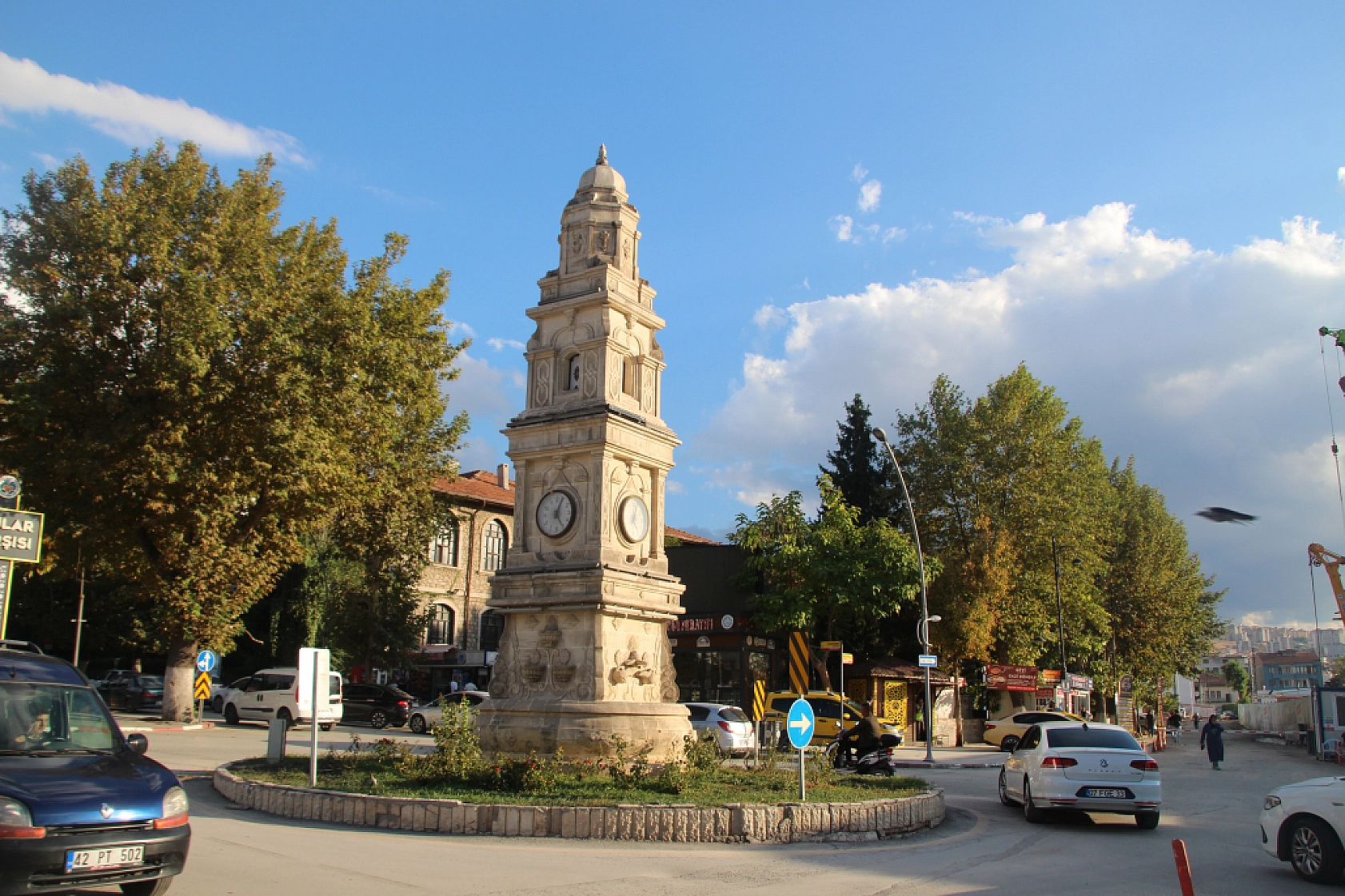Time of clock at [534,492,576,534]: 5:03
